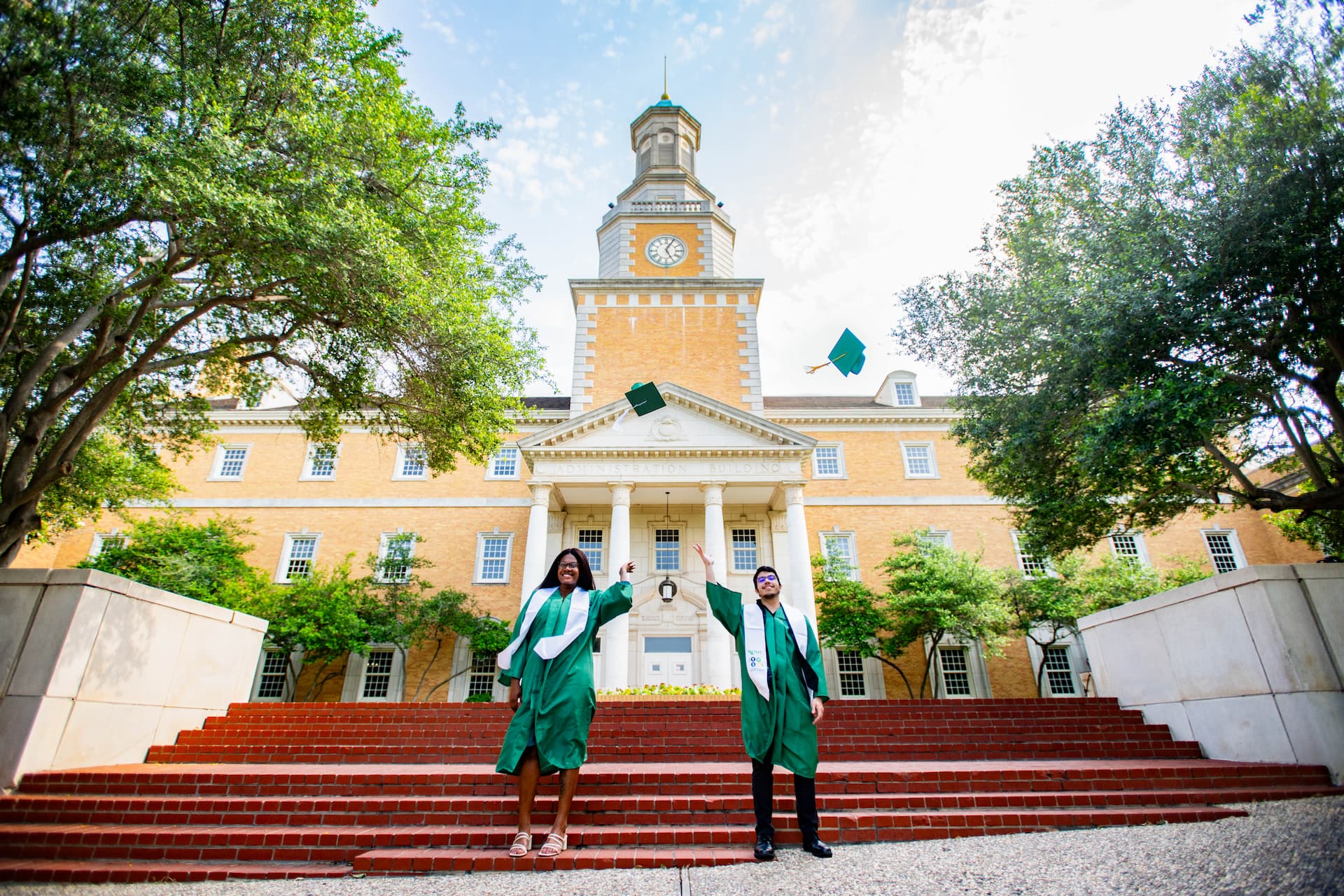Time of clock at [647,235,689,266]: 5:04
